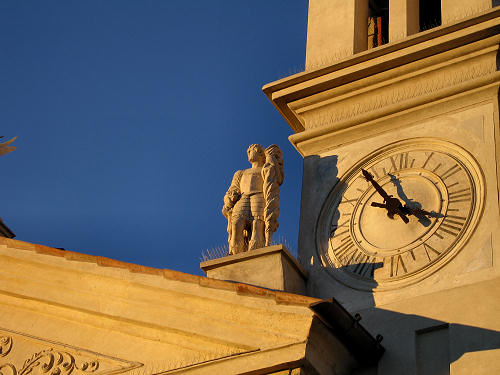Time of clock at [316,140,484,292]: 3:54
